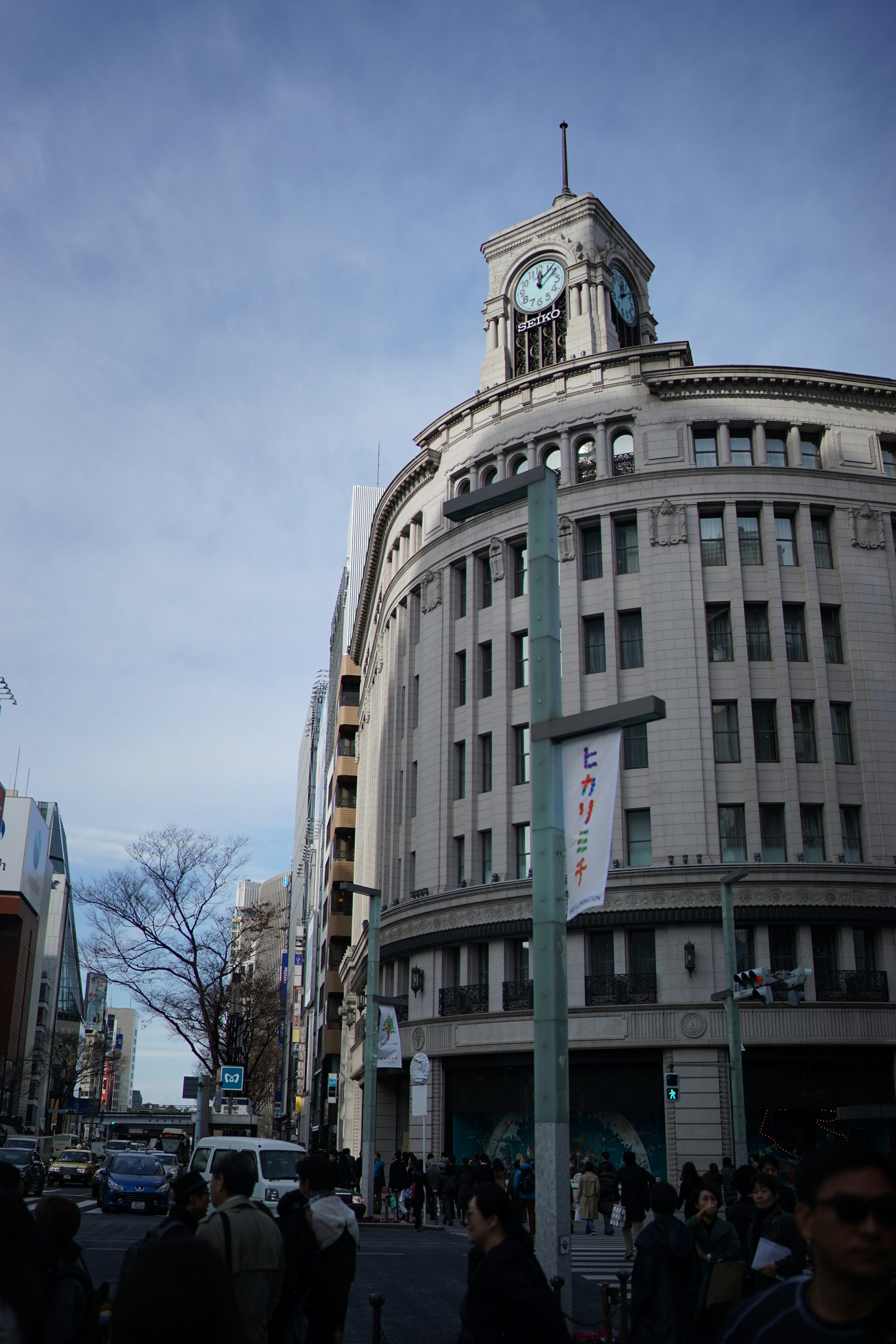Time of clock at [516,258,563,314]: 12:07
